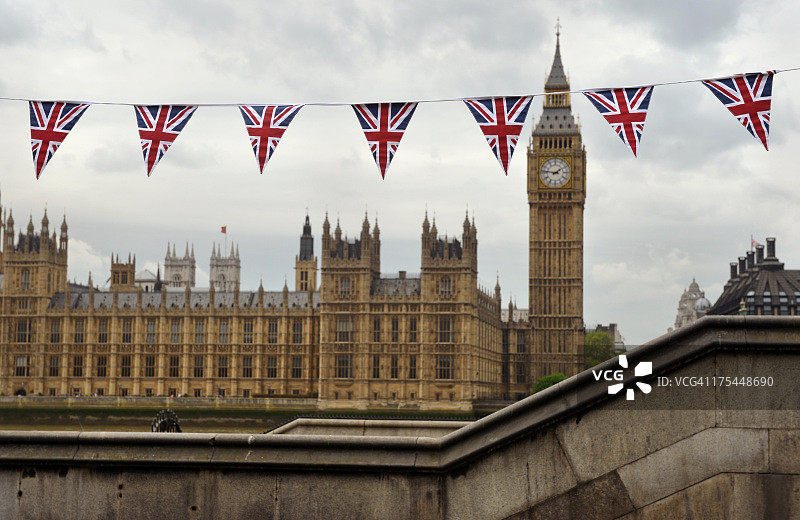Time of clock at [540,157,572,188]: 1:46
